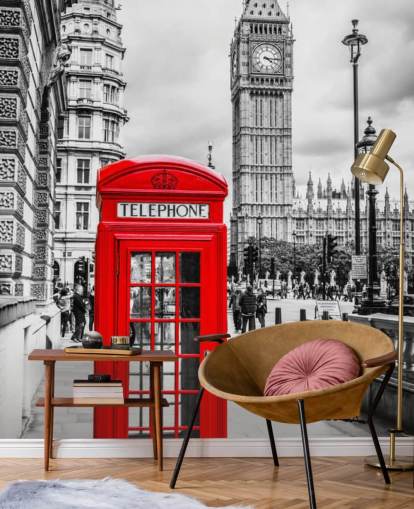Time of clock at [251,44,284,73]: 4:15
